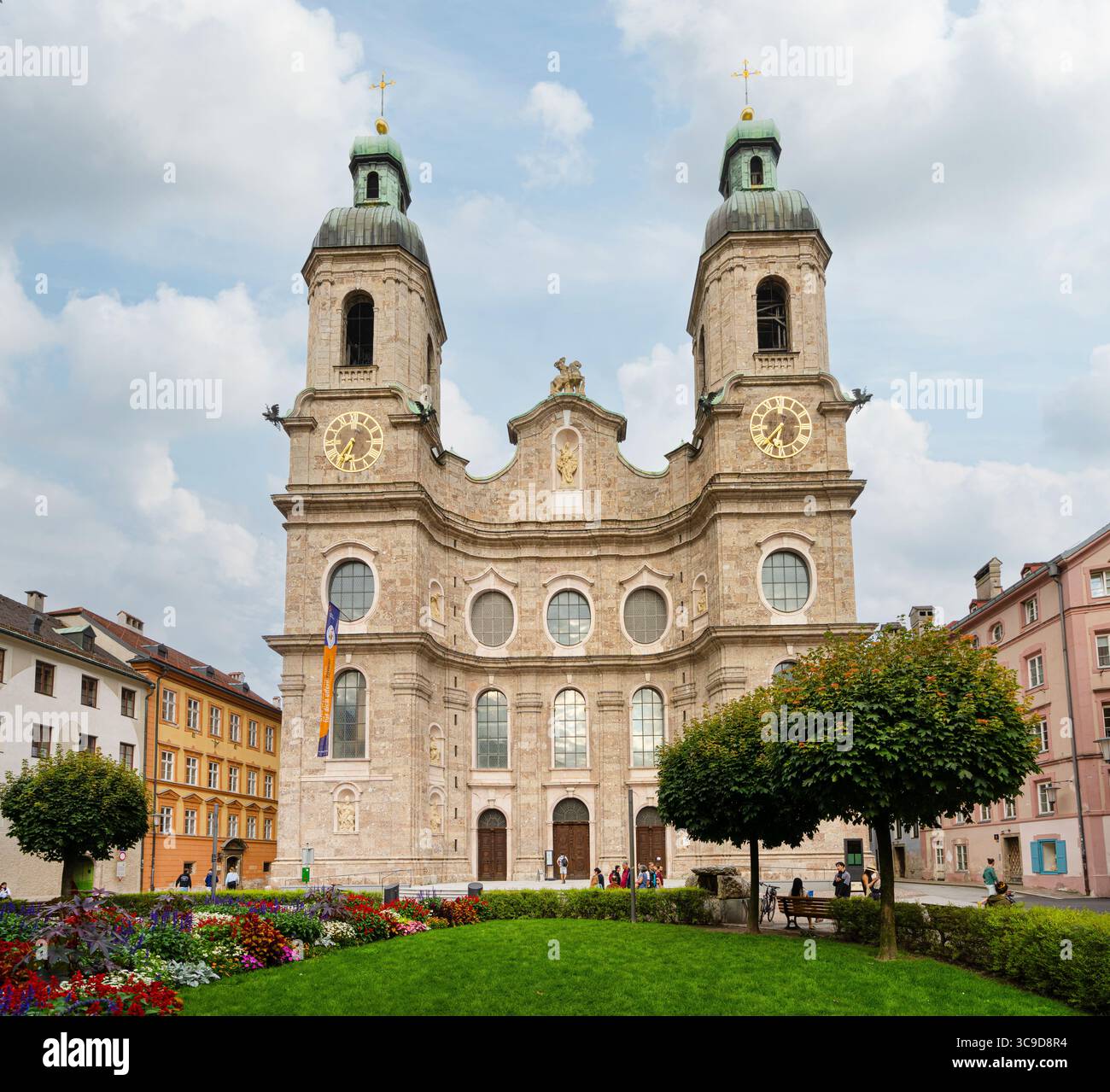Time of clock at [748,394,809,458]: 6:36
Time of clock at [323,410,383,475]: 6:35
